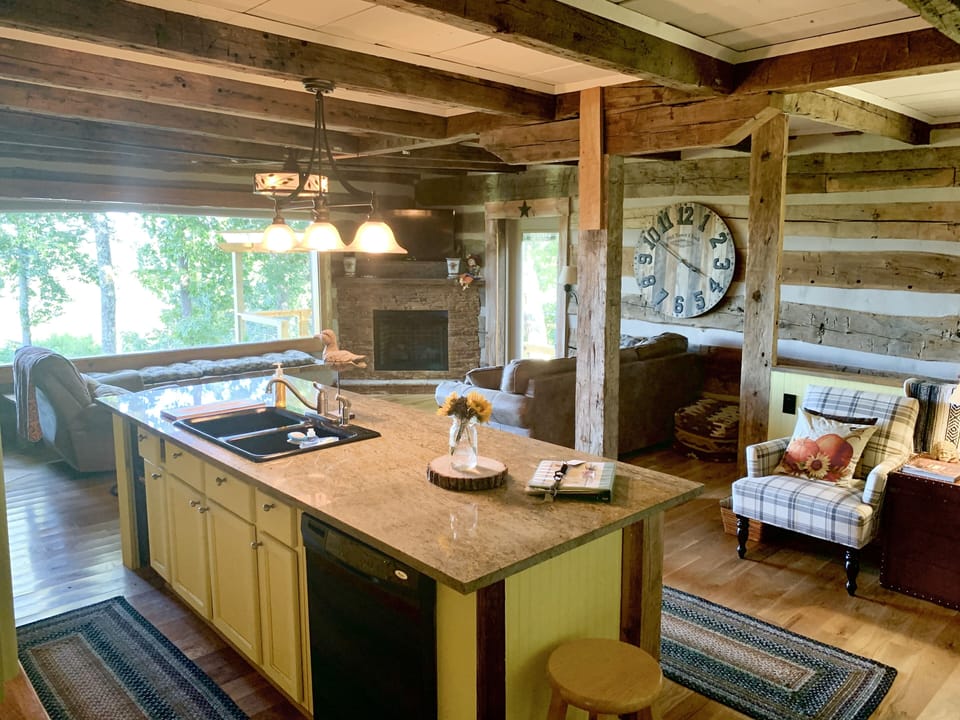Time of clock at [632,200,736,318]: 3:50
